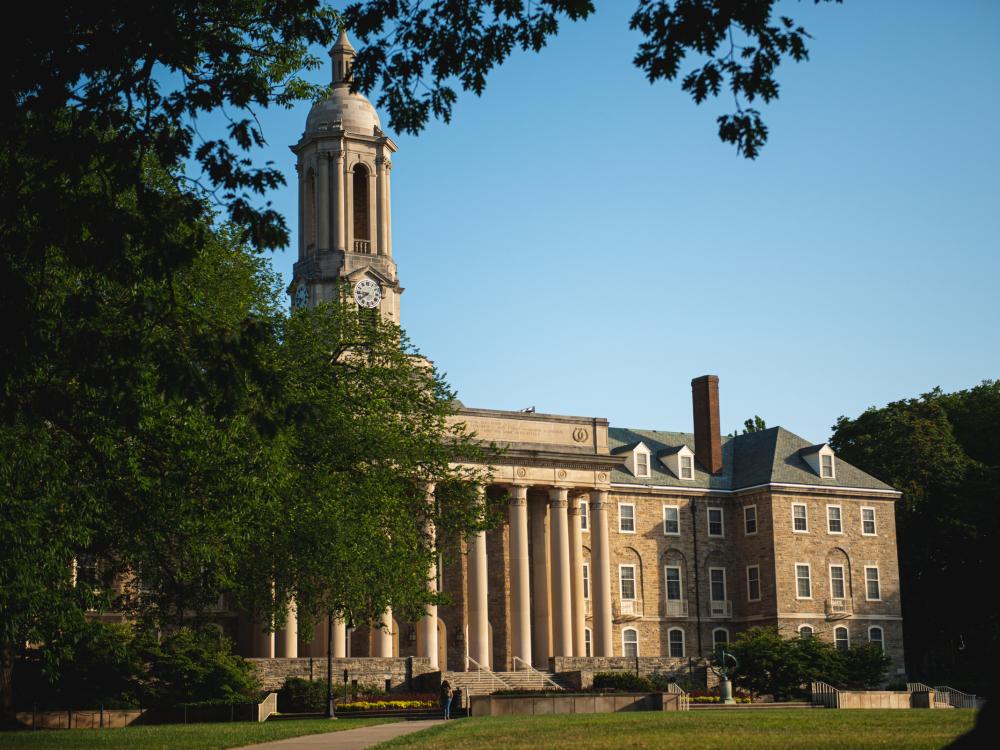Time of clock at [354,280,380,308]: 7:44
